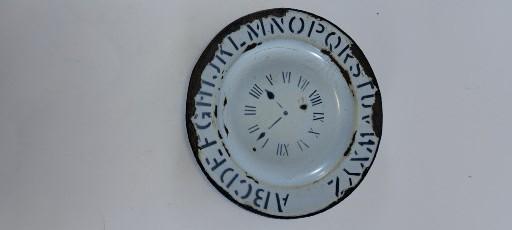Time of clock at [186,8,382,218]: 10:37
